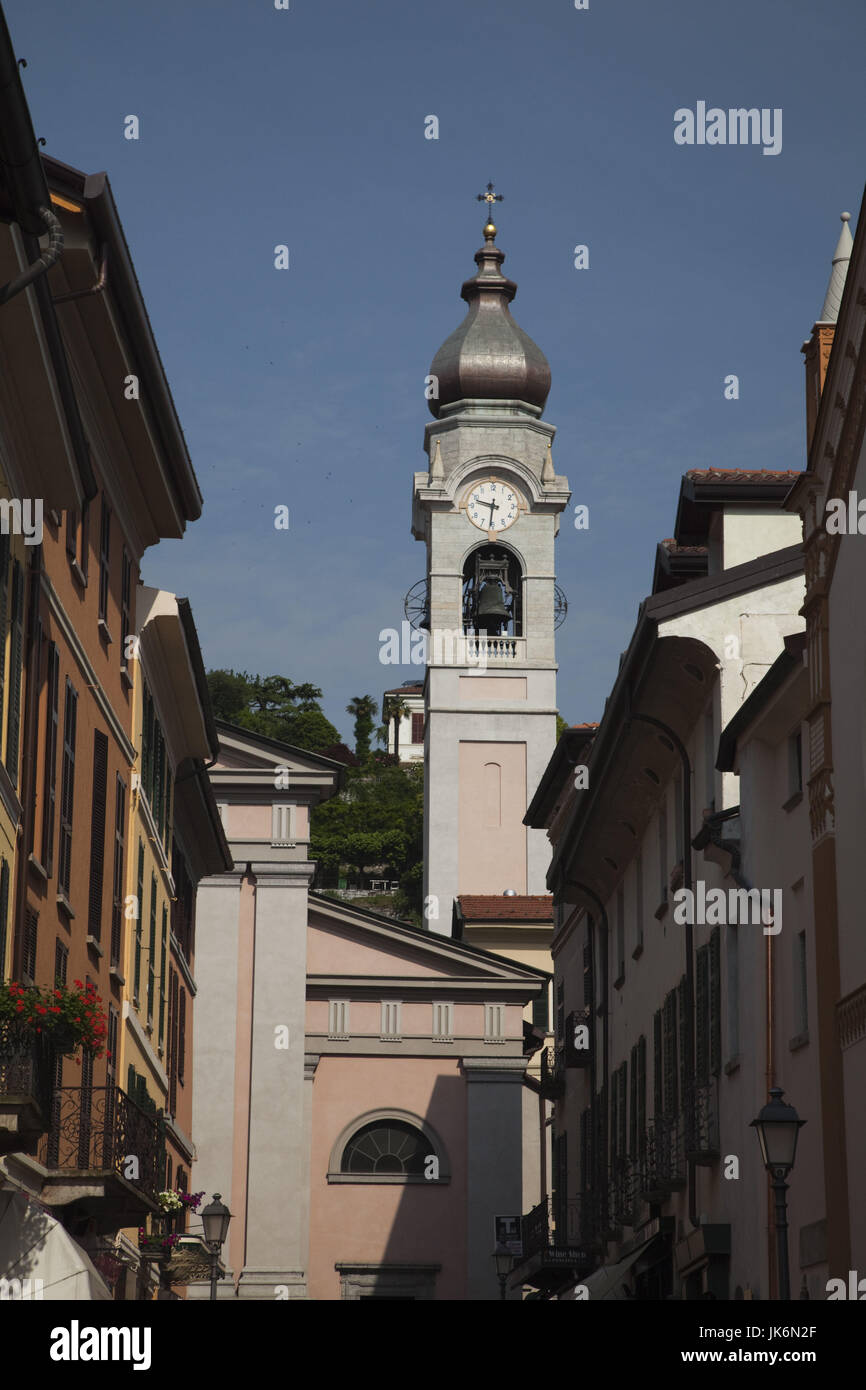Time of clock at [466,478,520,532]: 9:31
